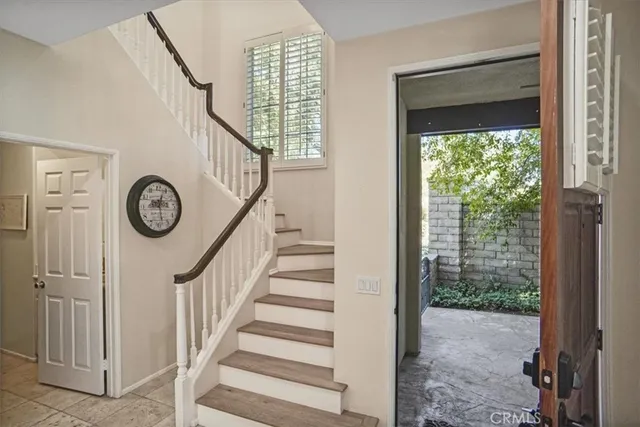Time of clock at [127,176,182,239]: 8:28
